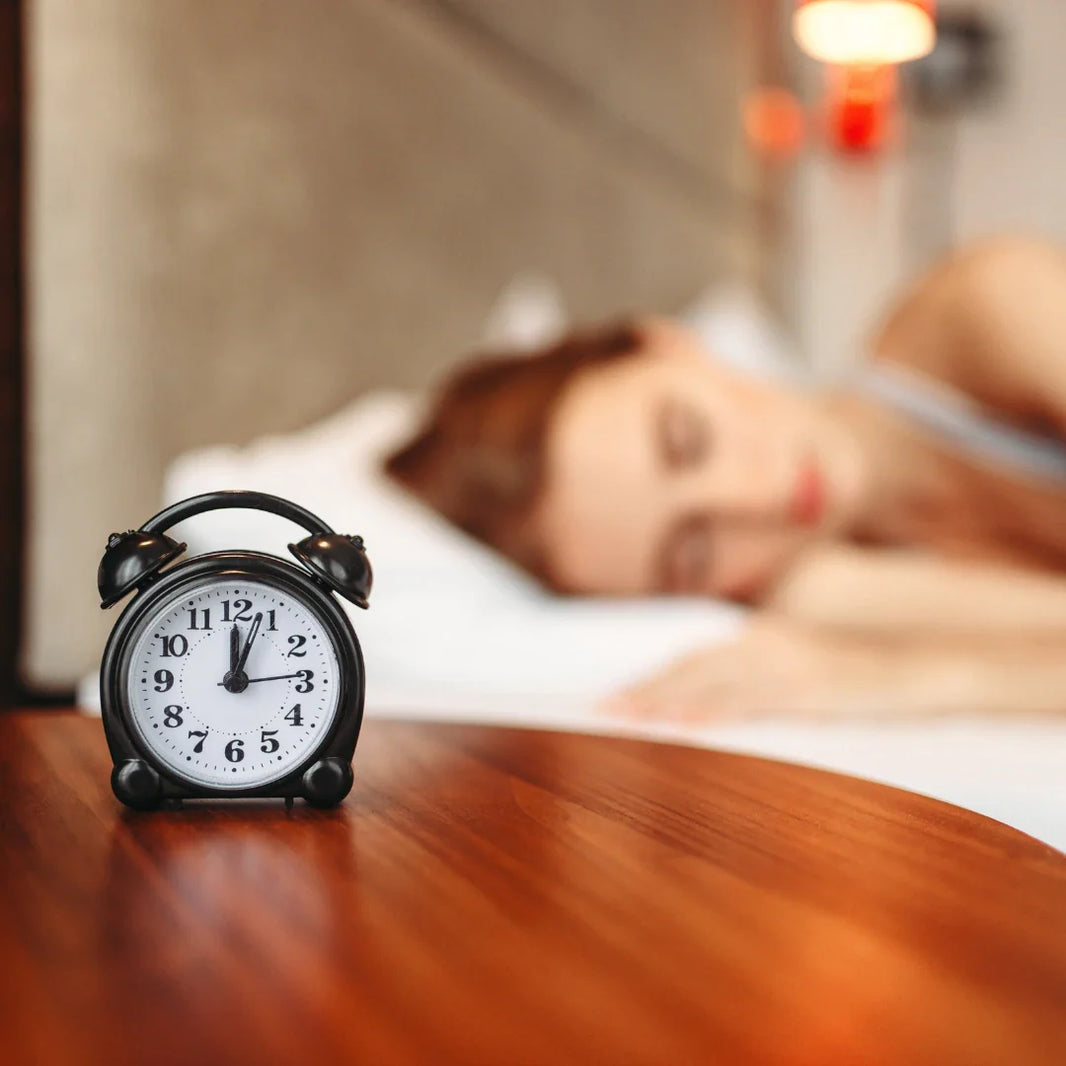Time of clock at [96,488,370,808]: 12:03
